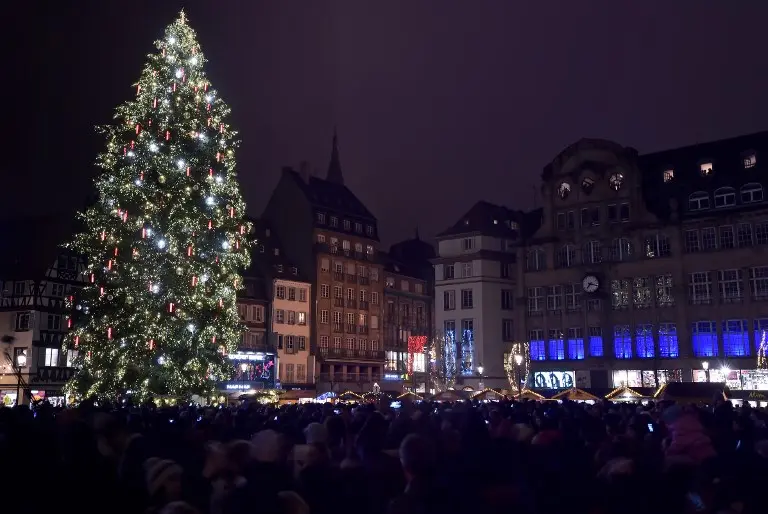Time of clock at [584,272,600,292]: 7:17
